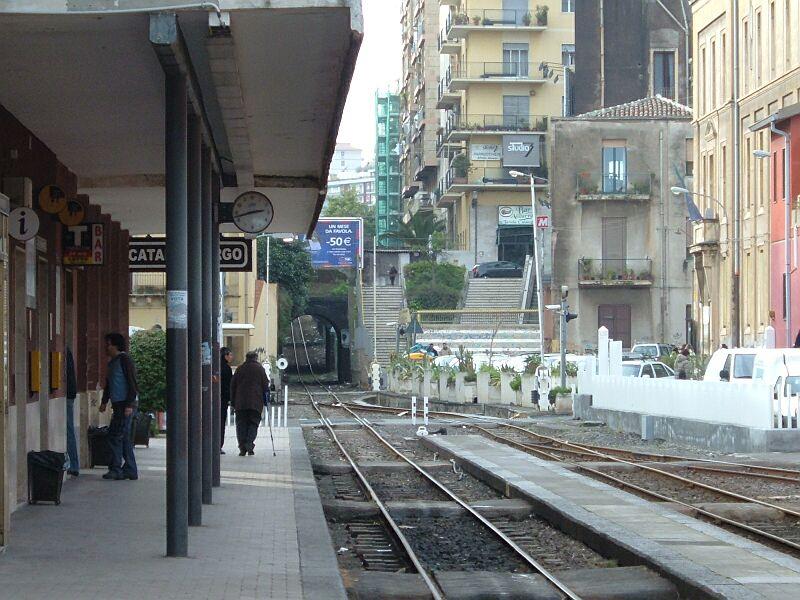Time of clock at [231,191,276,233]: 2:42
